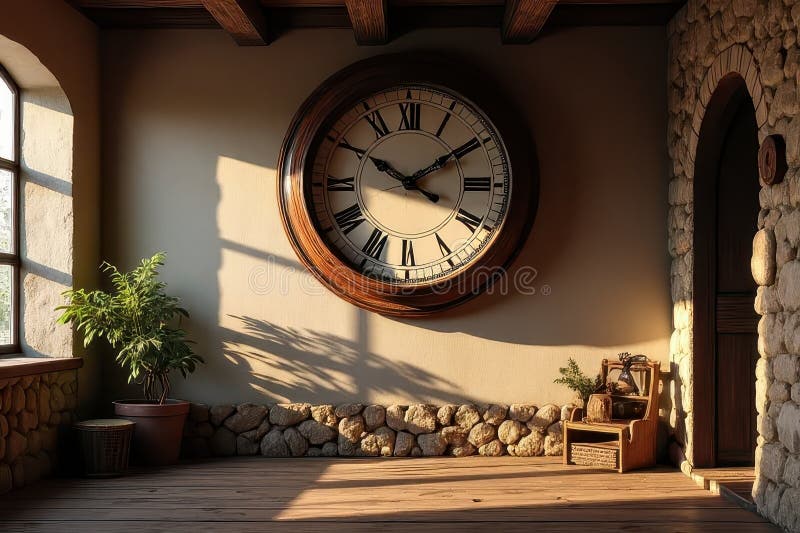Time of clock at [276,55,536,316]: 1:50
